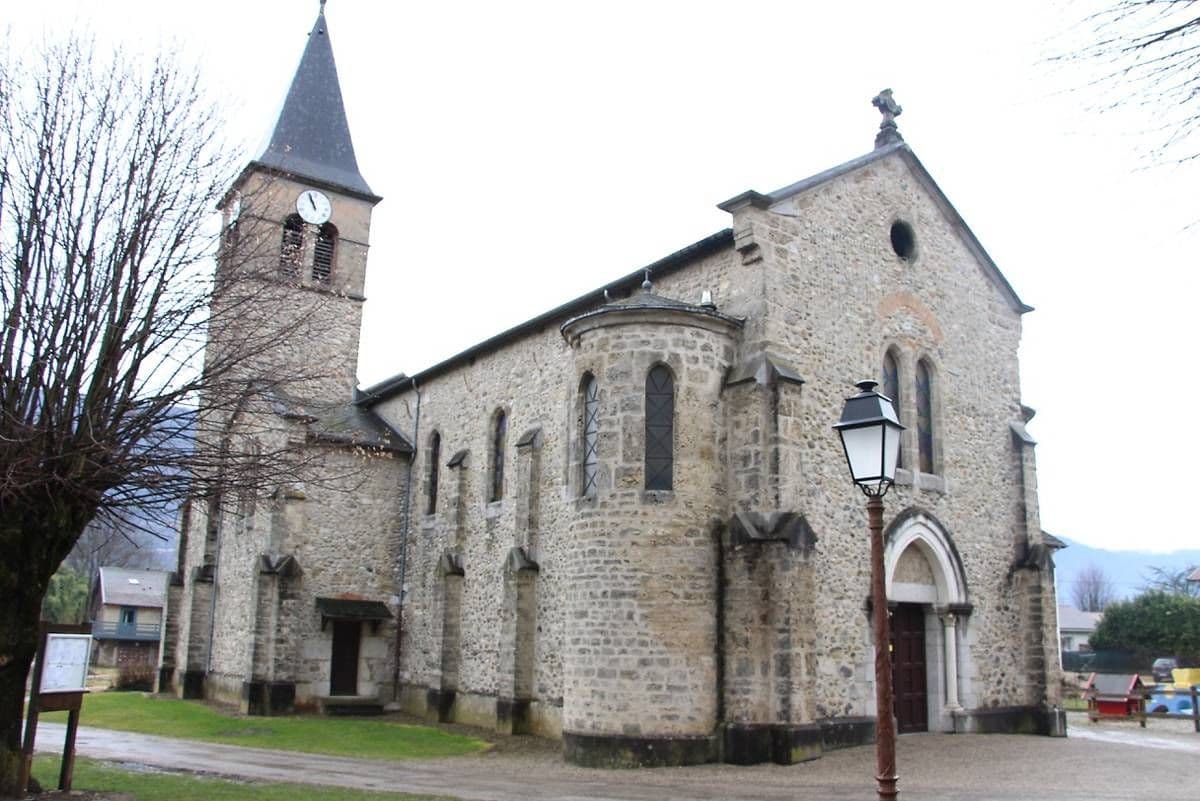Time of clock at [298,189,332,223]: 10:56
